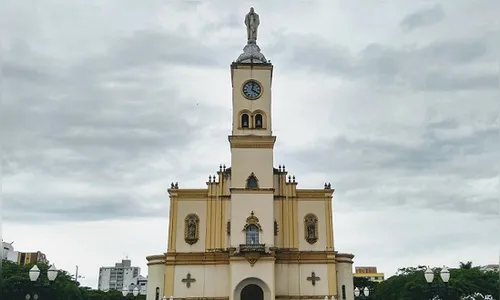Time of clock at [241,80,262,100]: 4:02
